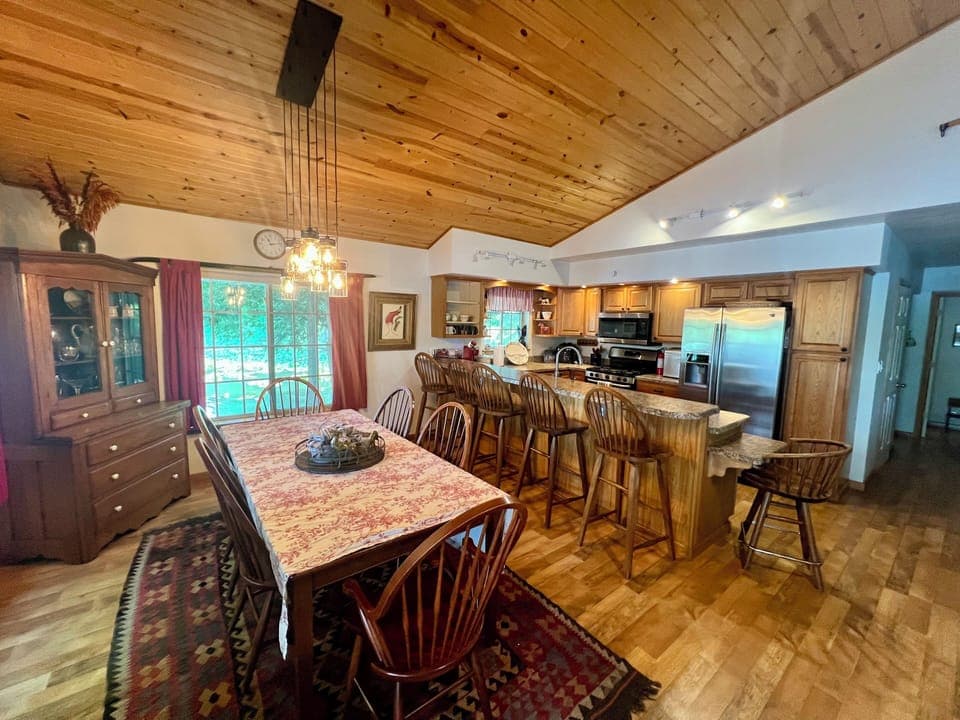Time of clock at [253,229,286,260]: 11:13
